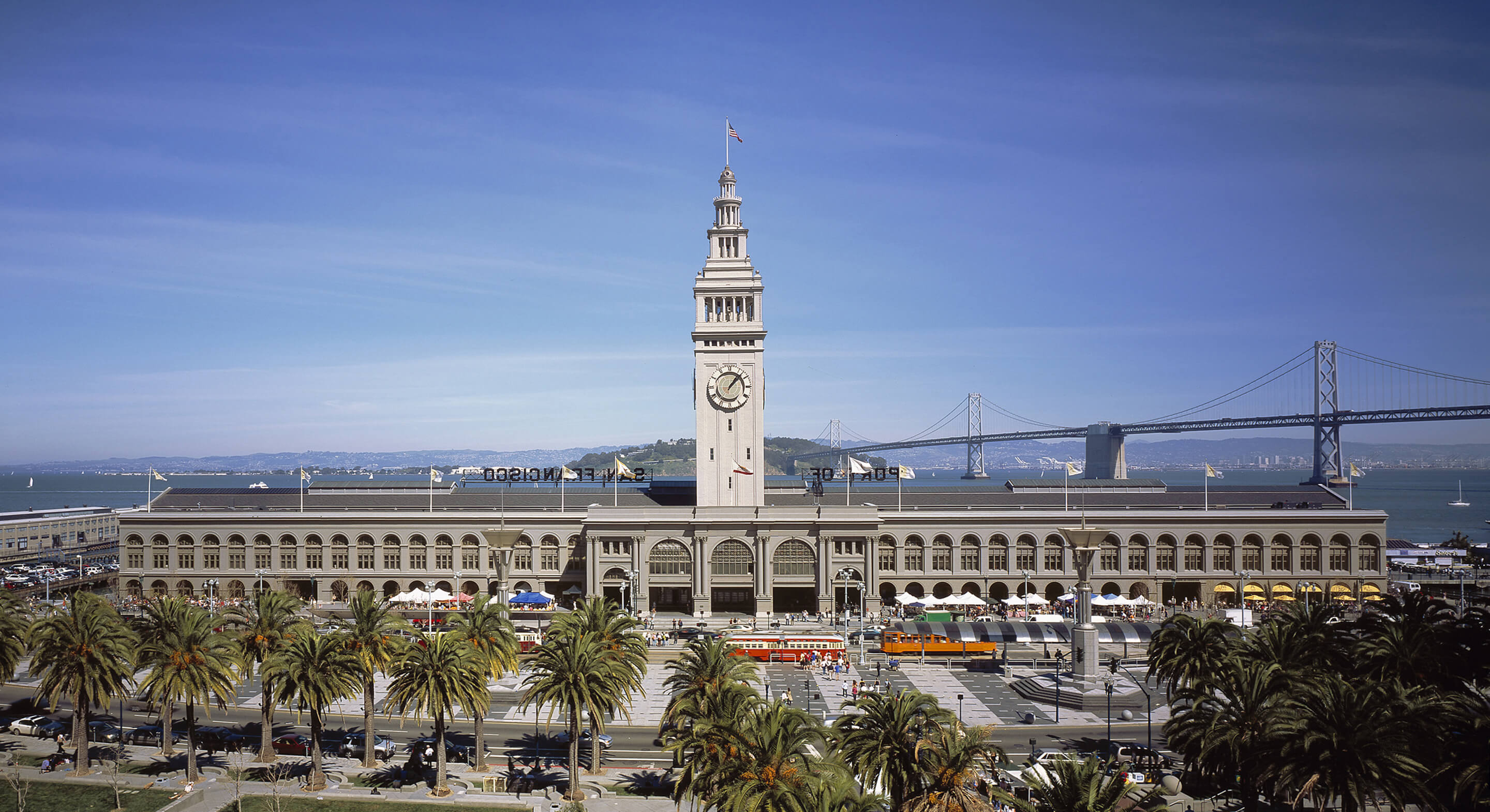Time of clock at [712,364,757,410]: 1:07
